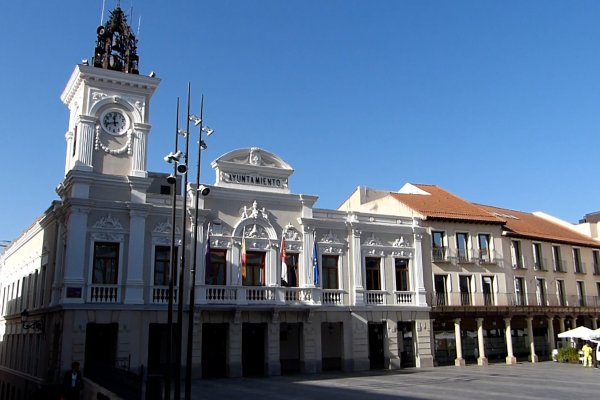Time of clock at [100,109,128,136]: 11:42
